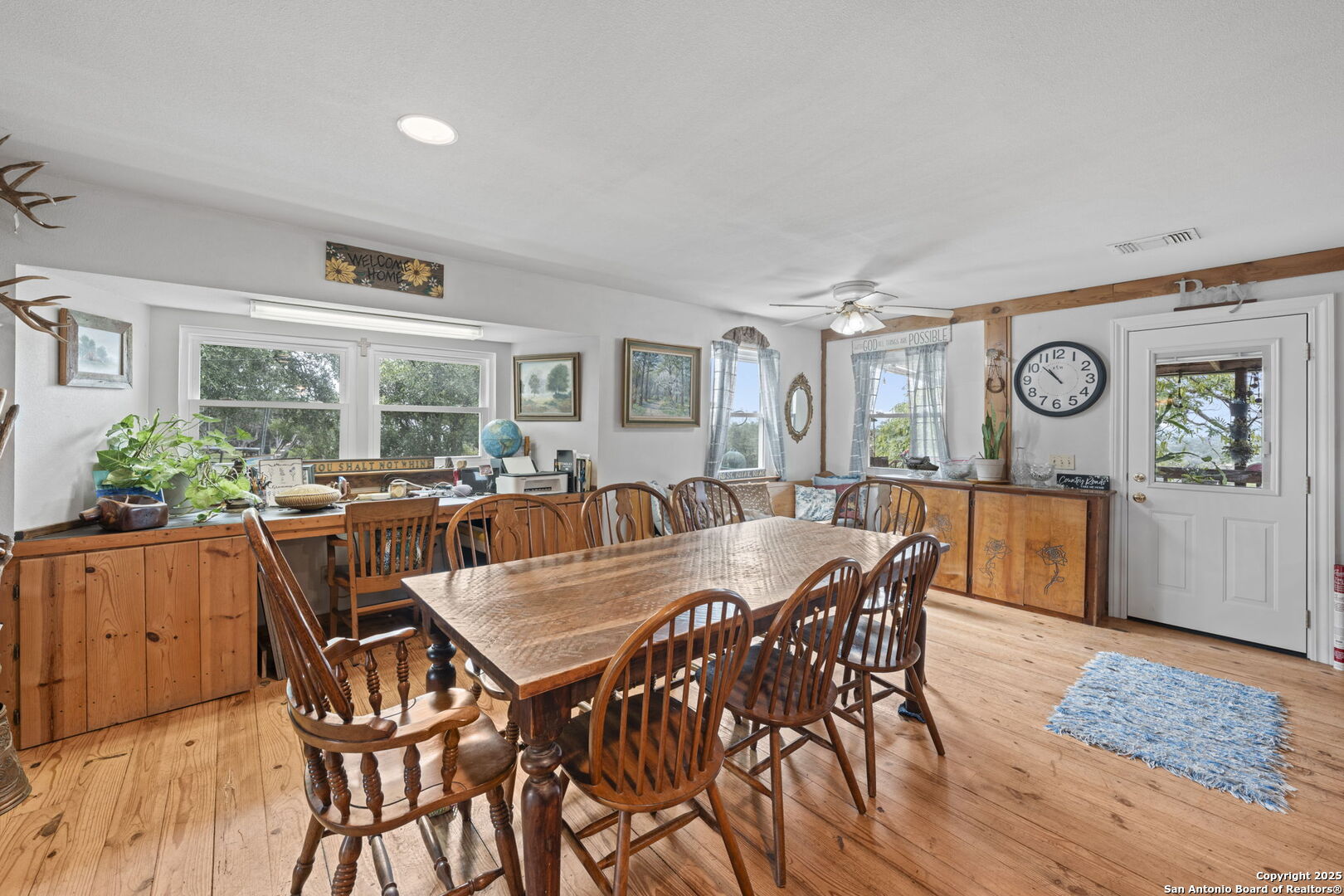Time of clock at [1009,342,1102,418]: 10:52
